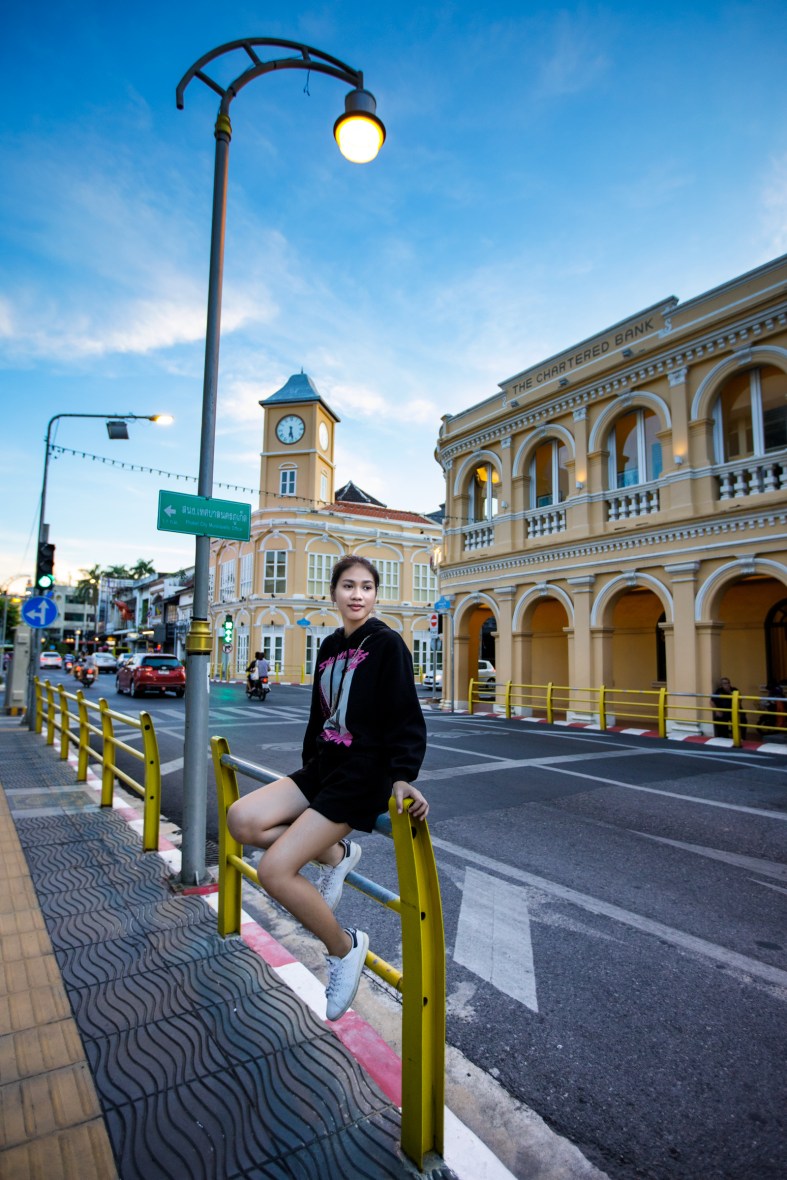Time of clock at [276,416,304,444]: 6:27
